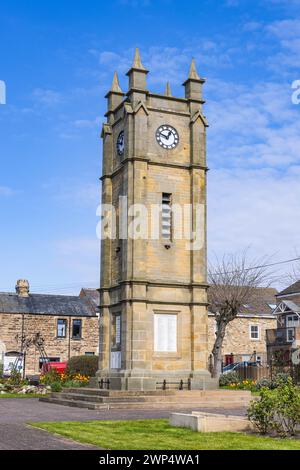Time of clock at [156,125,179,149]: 12:48
